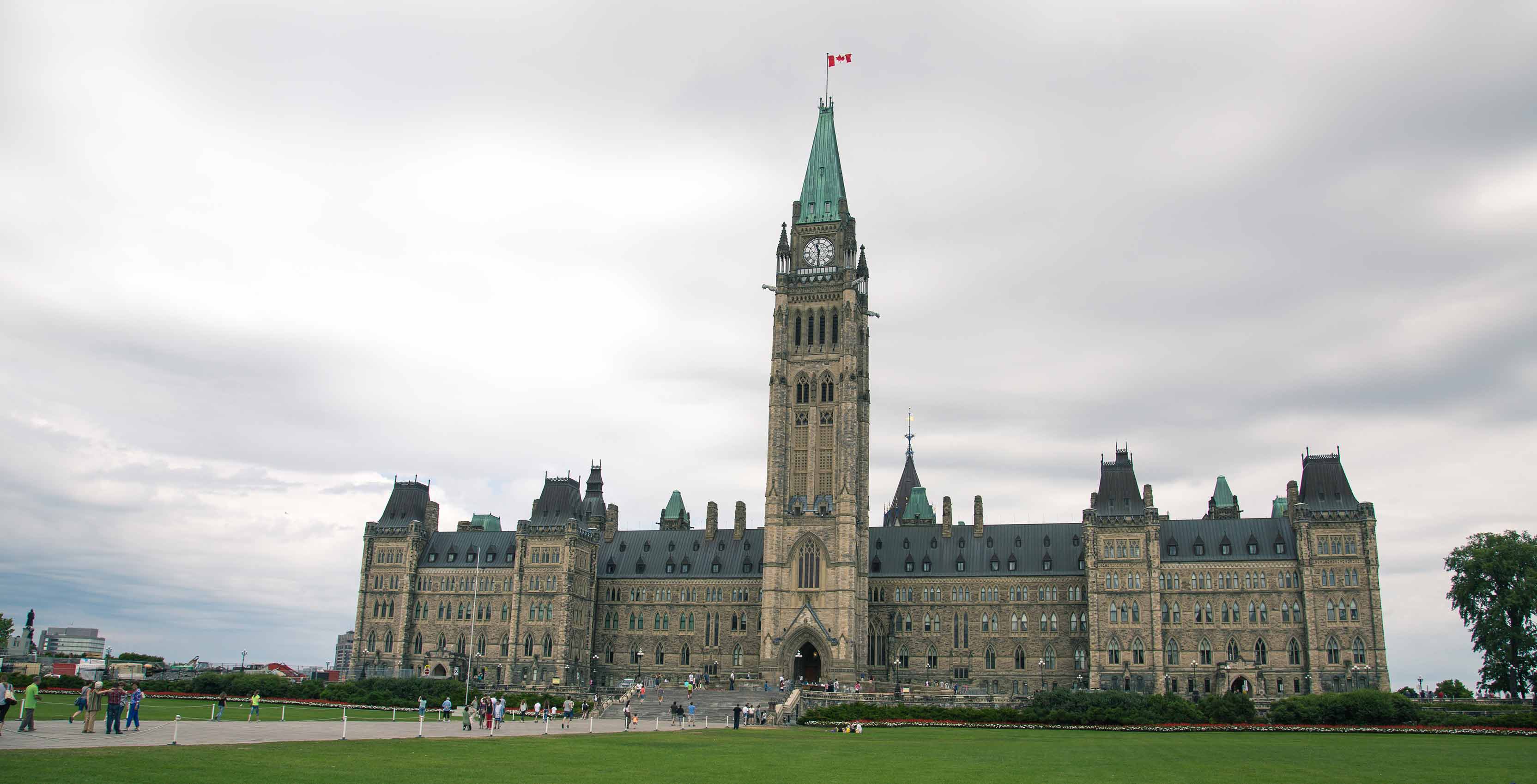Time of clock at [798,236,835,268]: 11:30
